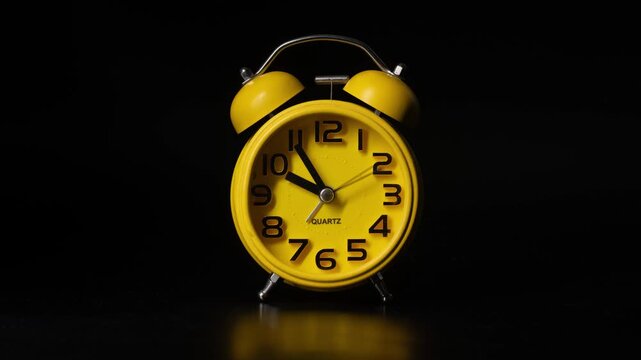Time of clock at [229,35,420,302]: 9:54
